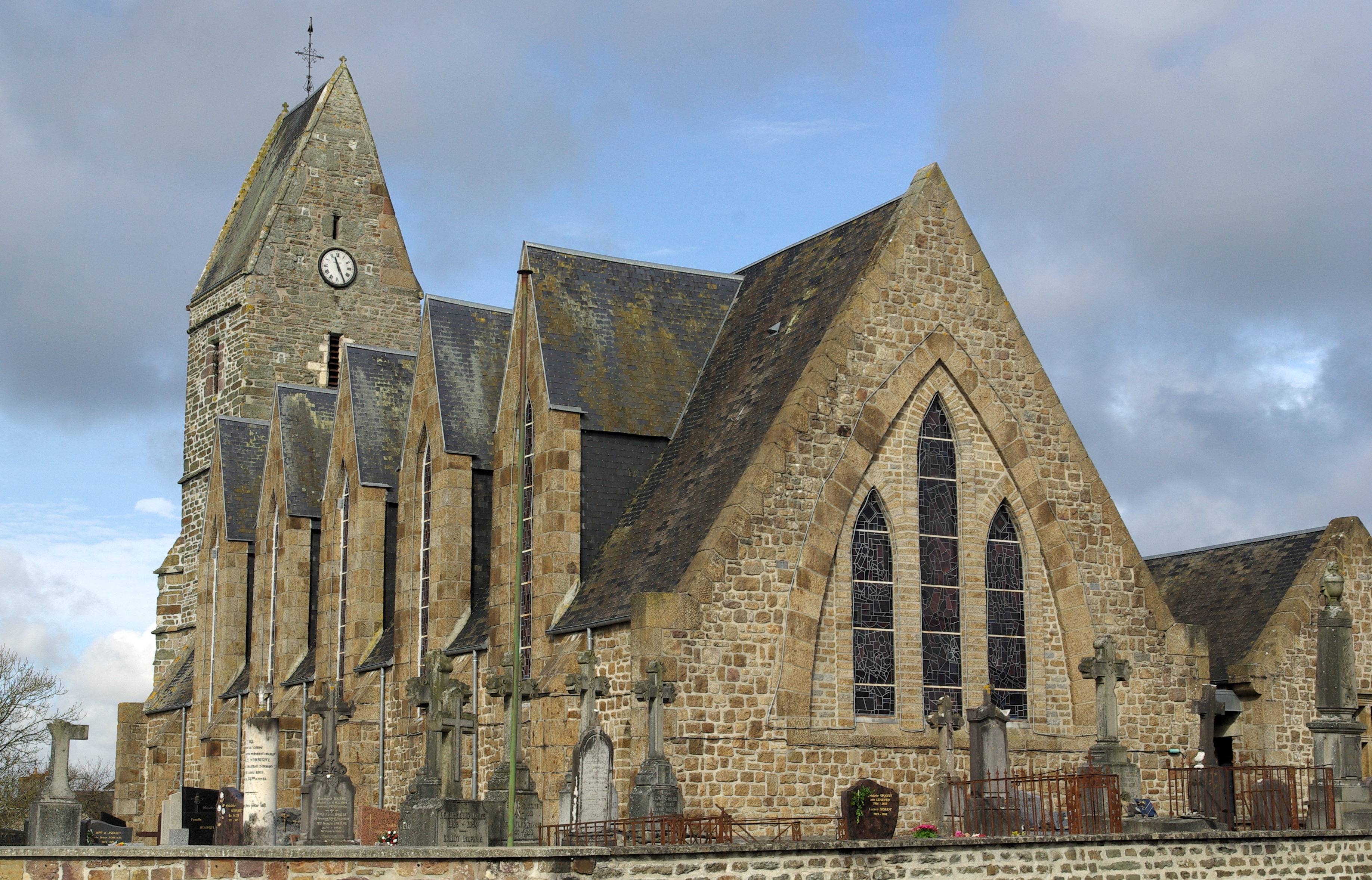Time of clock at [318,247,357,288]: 11:25
